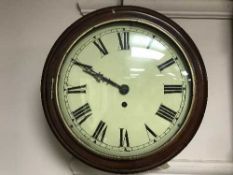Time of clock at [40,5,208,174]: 9:49
